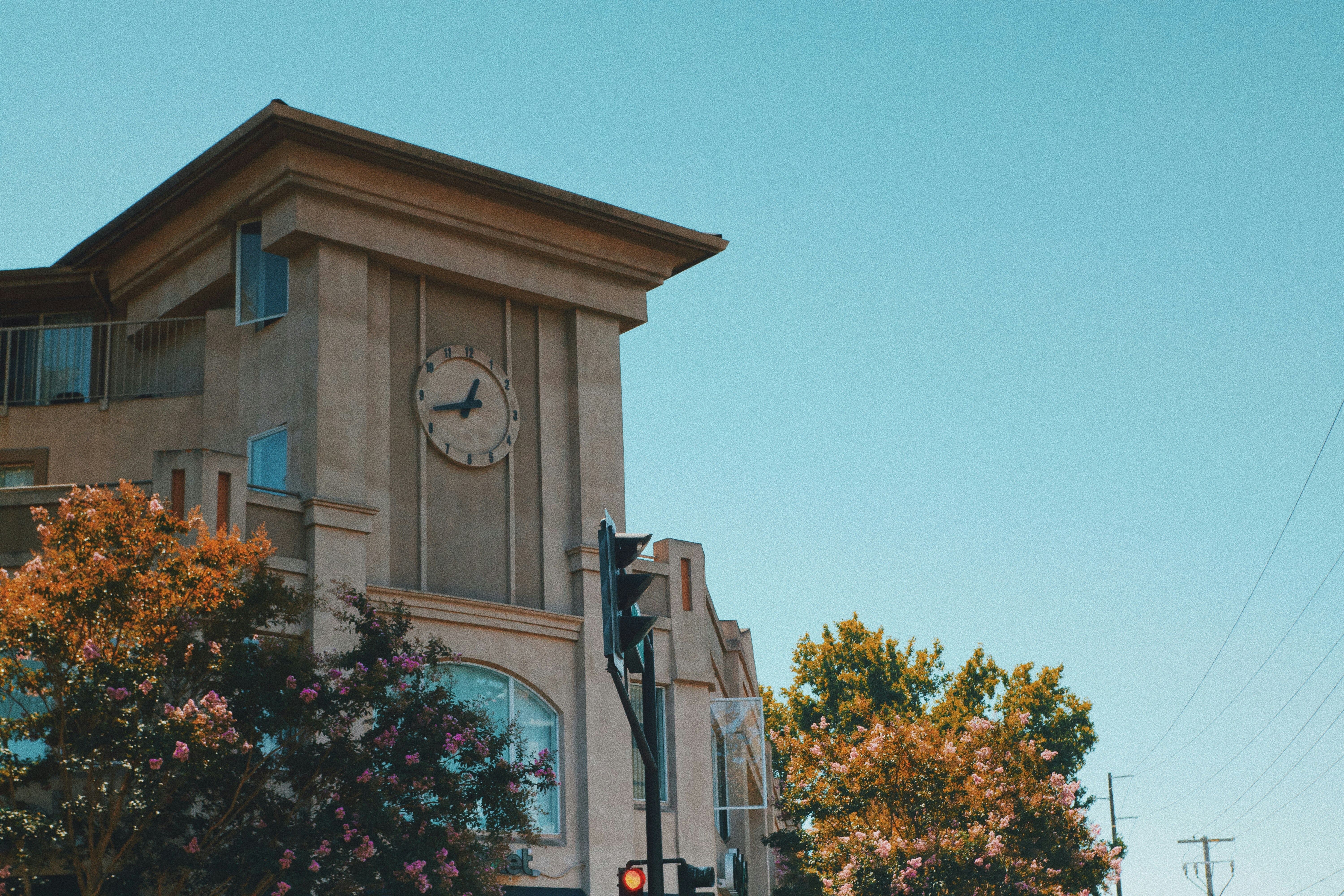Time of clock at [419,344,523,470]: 12:42
